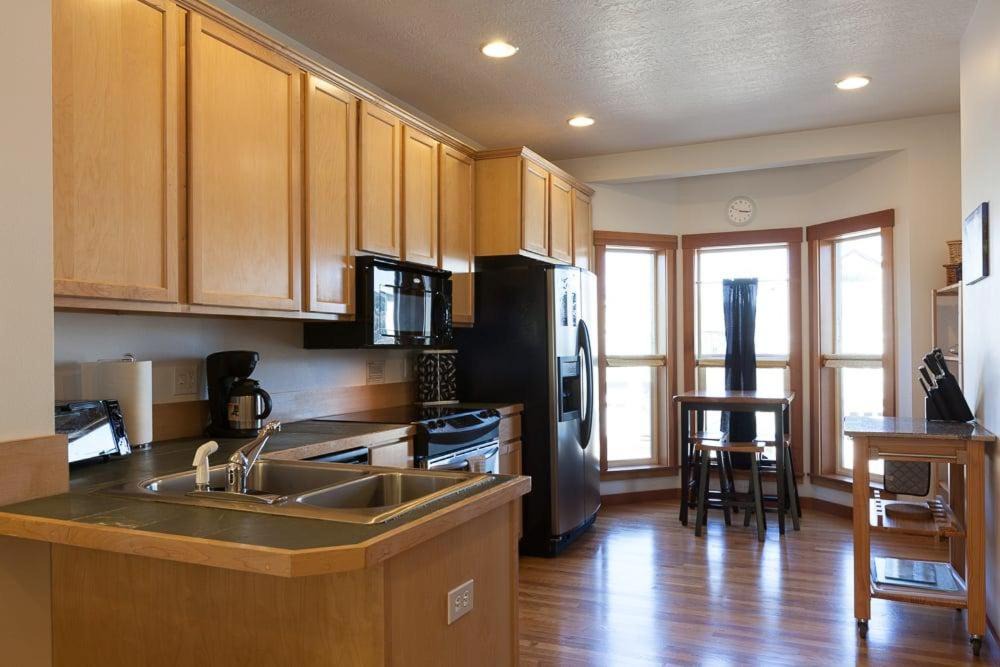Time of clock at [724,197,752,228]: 3:15
